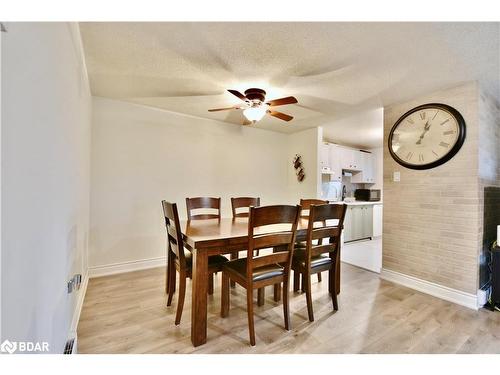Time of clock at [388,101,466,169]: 1:02
